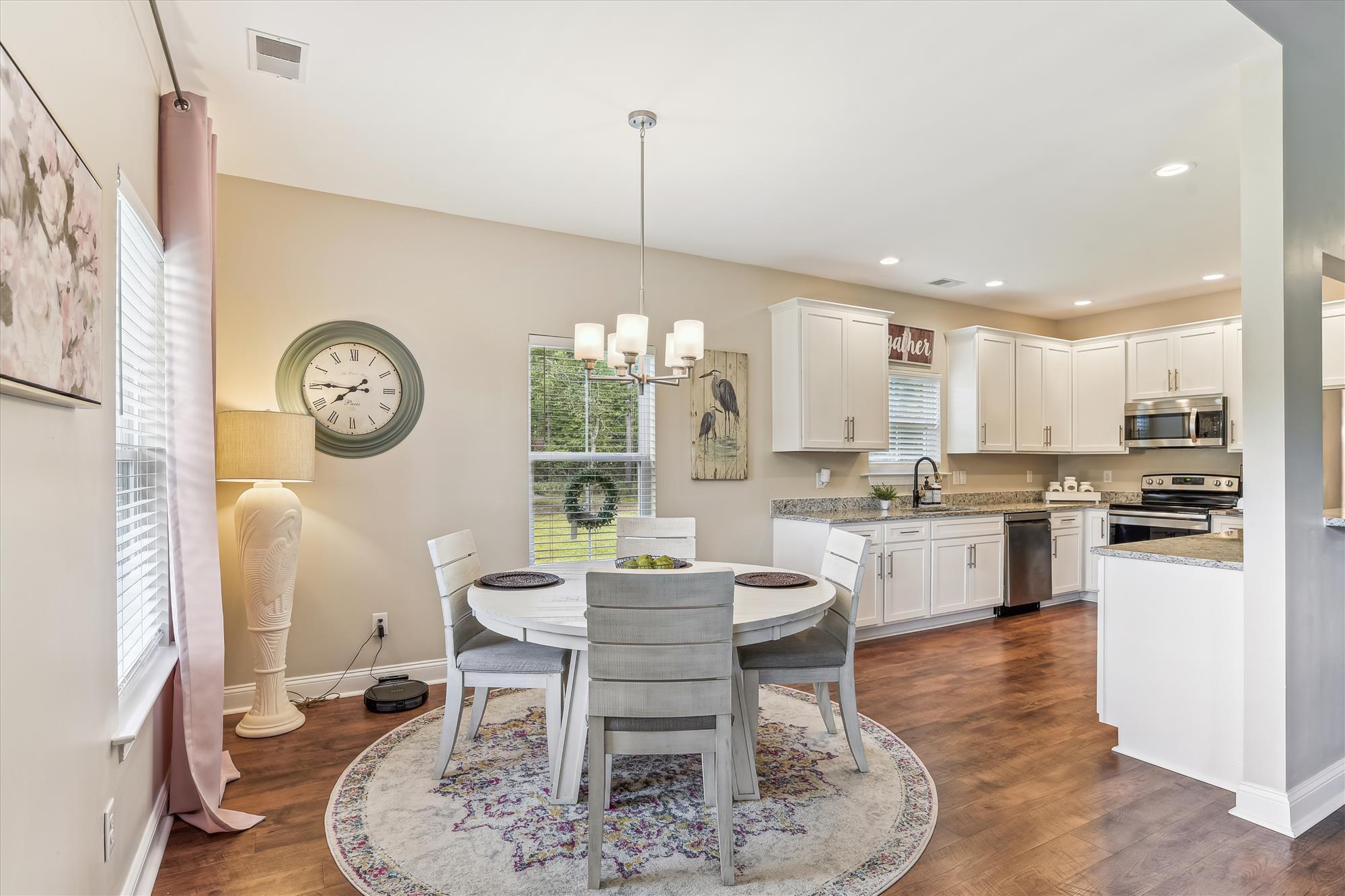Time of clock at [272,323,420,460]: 7:45
